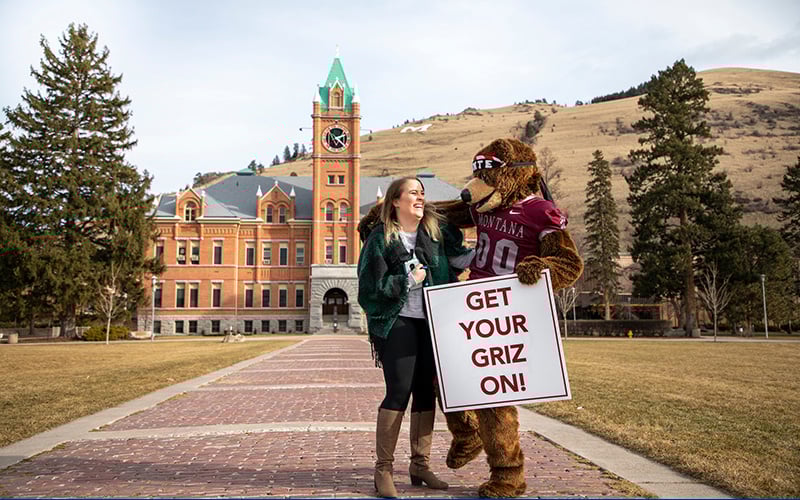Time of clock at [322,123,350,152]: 2:21
